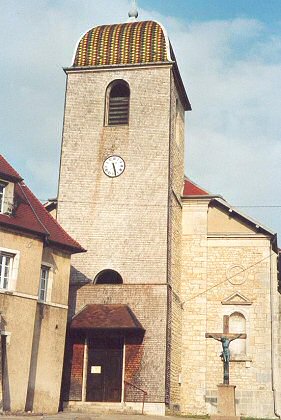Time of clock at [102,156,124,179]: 5:27
